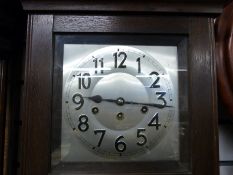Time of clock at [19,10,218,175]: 9:16
